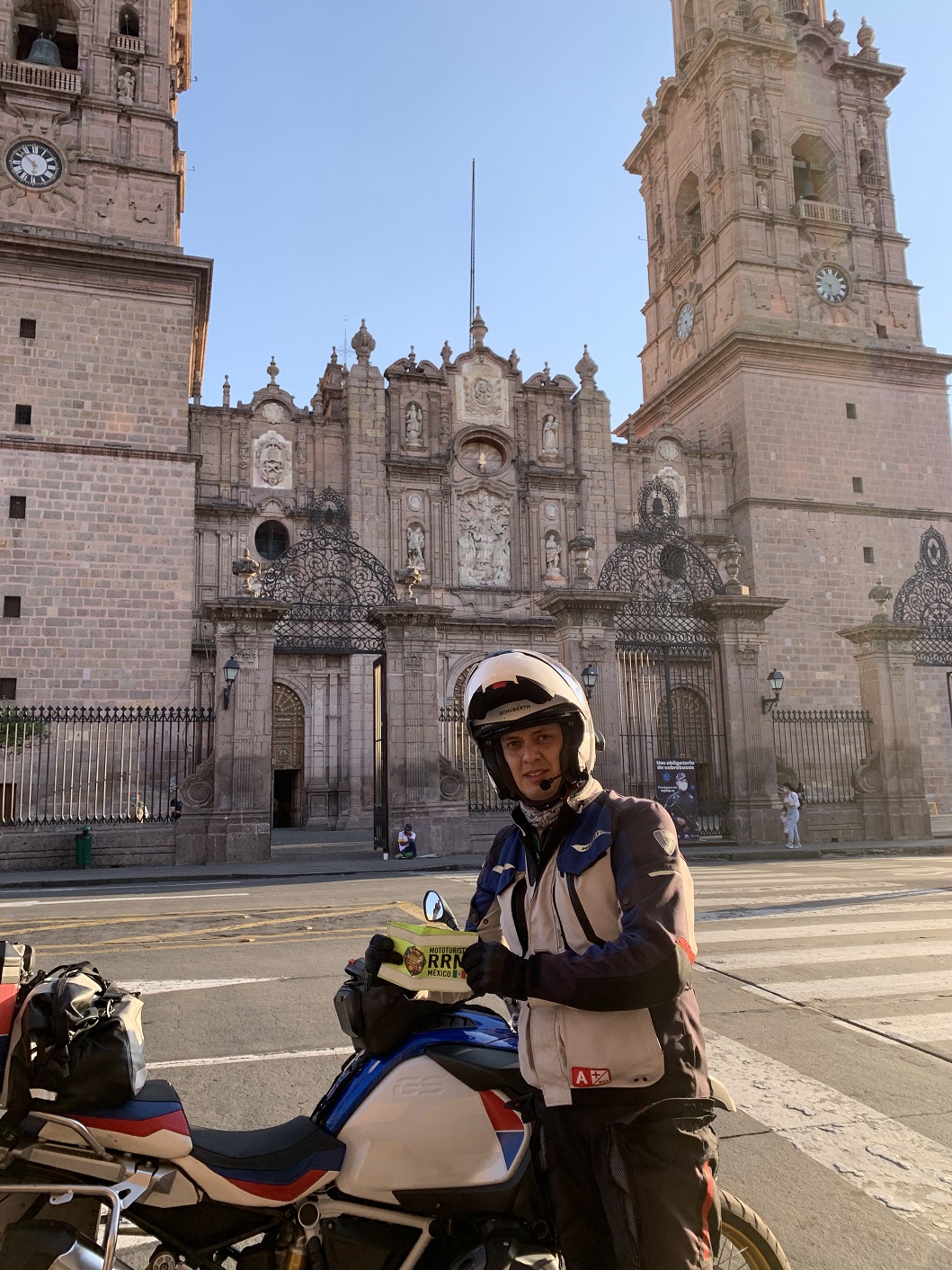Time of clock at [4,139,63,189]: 5:51
